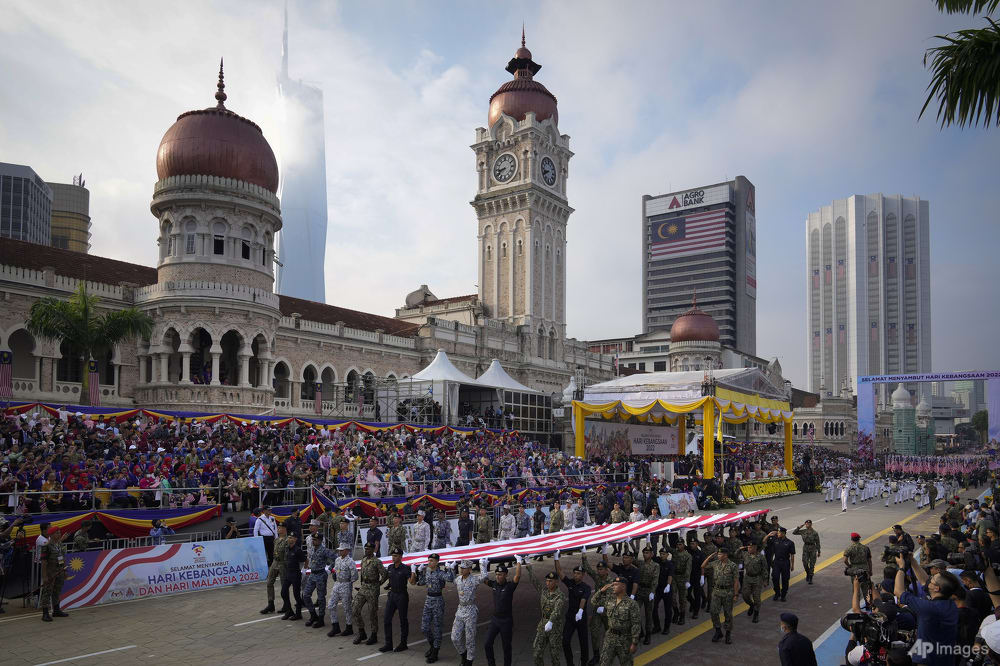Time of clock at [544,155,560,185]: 8:40
